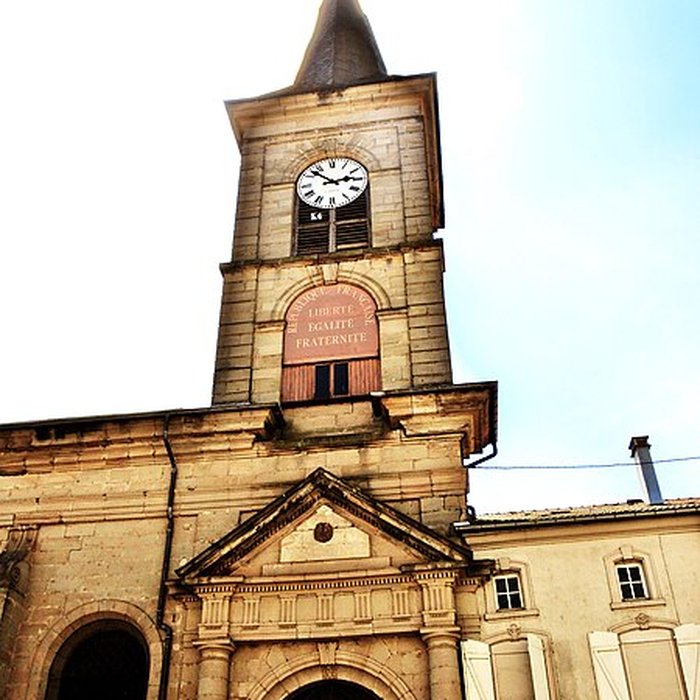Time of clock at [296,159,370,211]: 2:52
